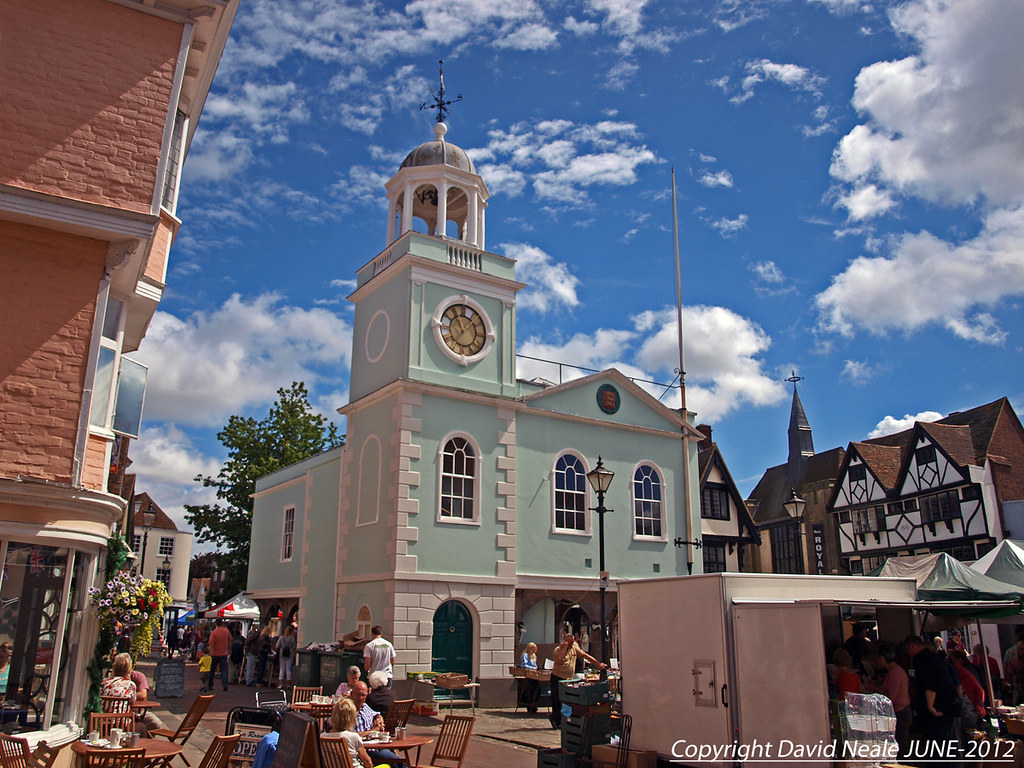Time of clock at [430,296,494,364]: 11:07
